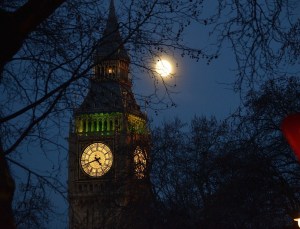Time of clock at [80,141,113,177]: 4:41
